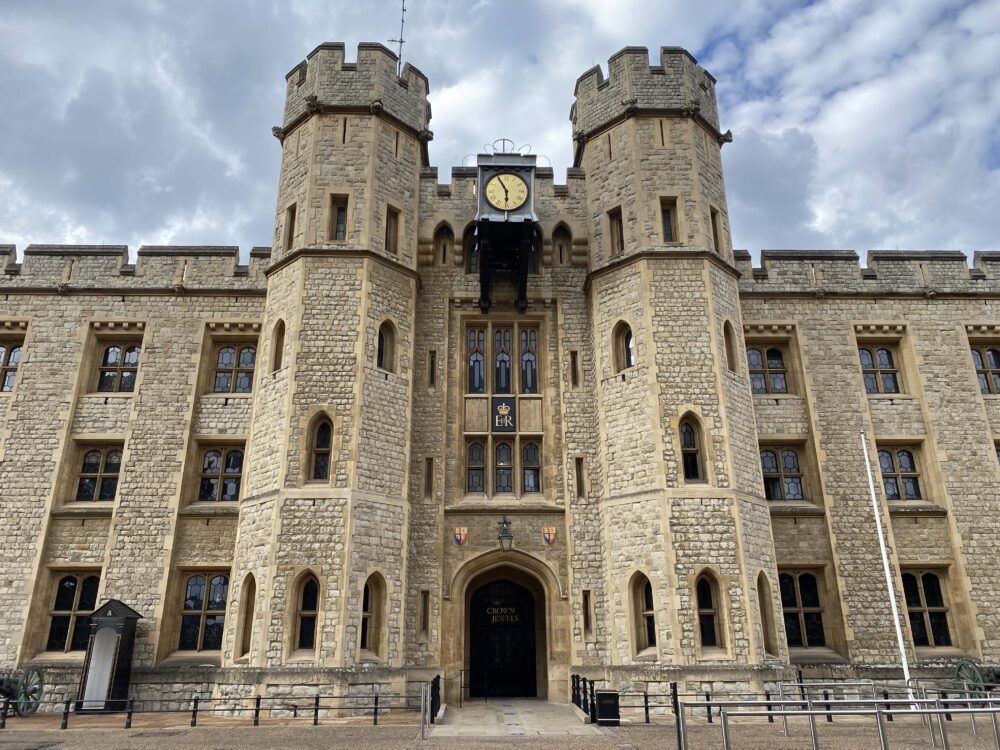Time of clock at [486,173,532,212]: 5:55
